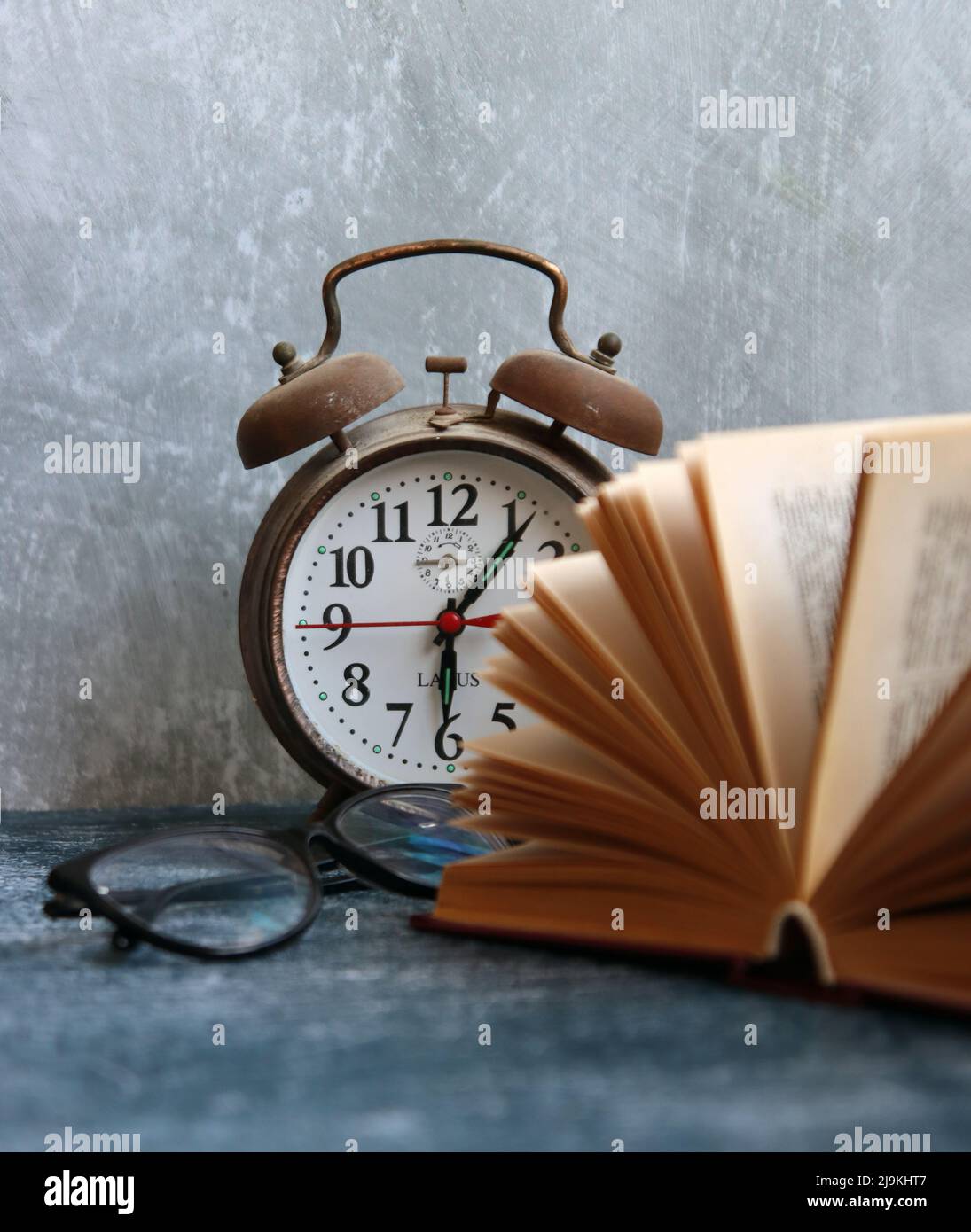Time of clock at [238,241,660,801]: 6:06
